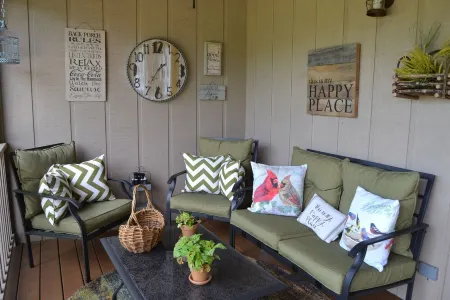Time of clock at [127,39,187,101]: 1:35
